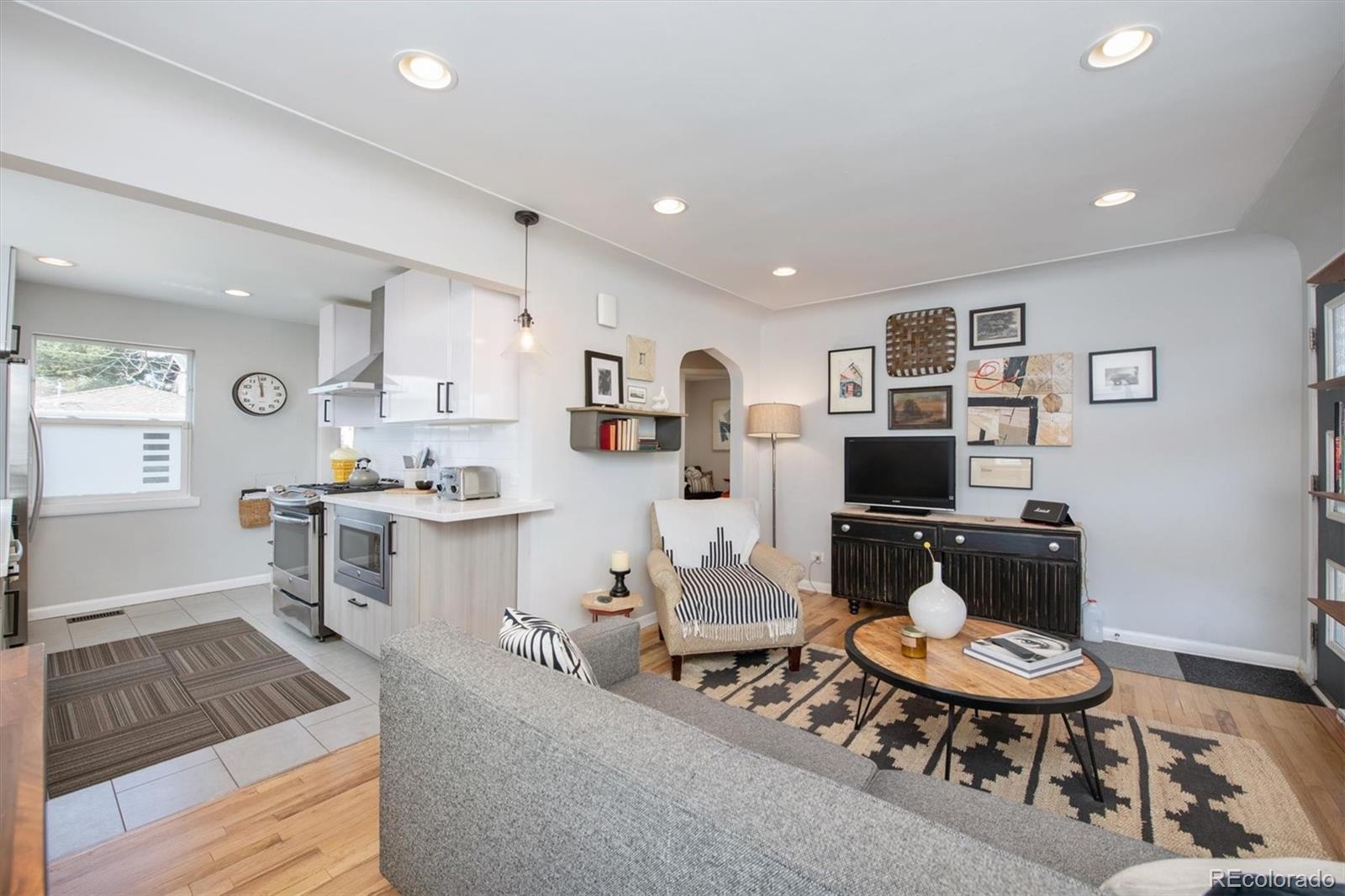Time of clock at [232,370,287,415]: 11:58
